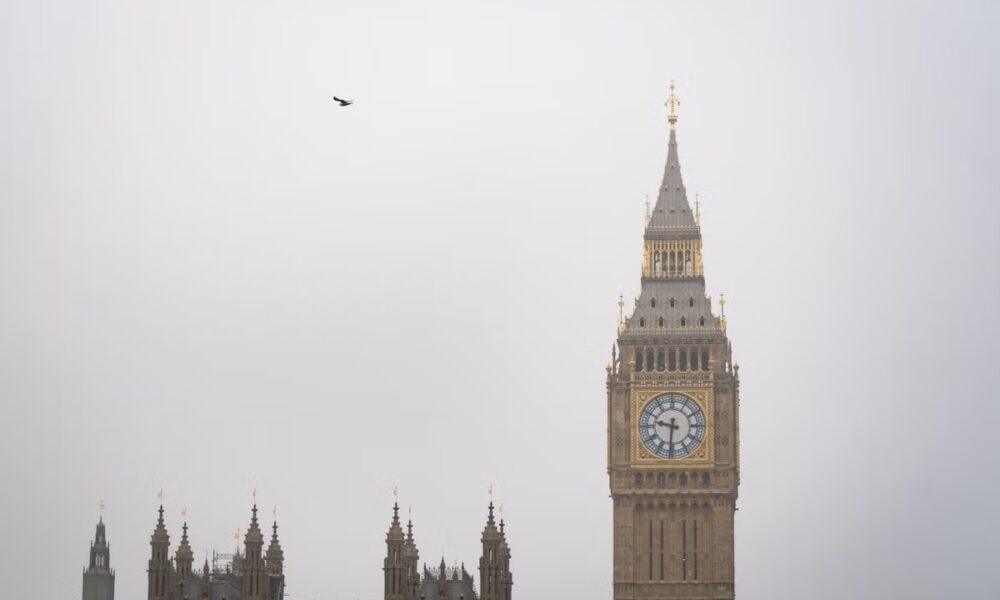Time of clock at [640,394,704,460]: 9:31
